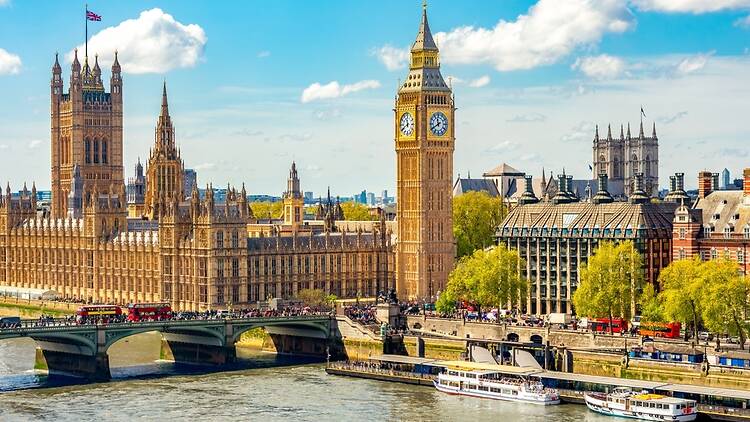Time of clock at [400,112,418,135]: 11:40
